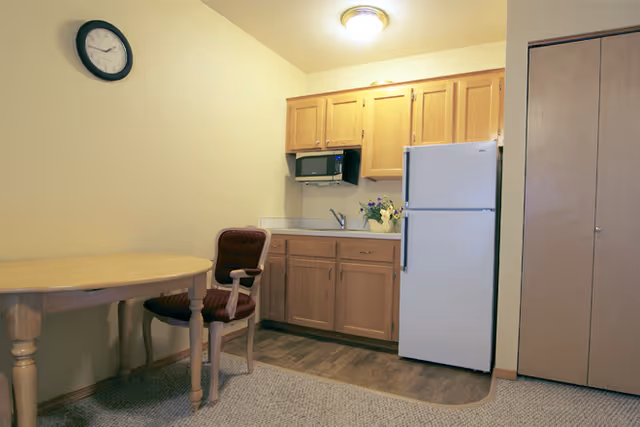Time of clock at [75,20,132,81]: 1:44
